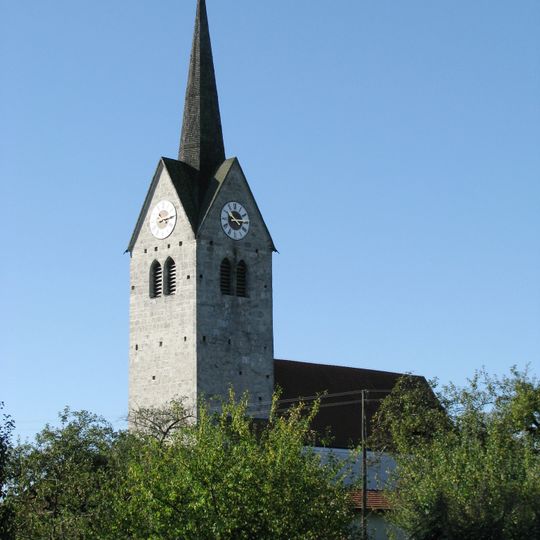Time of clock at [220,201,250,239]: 10:14
